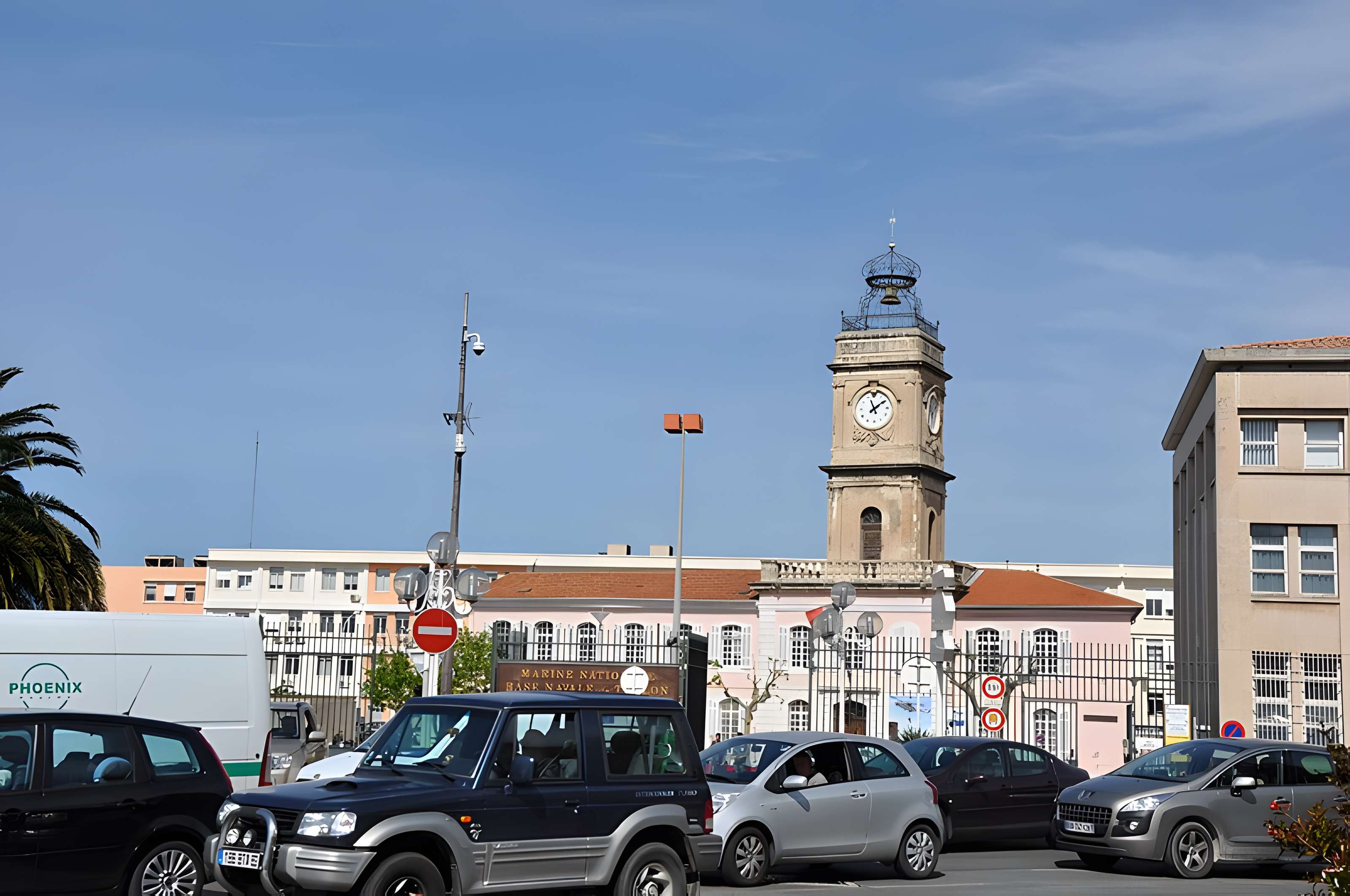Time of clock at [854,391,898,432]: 11:09
